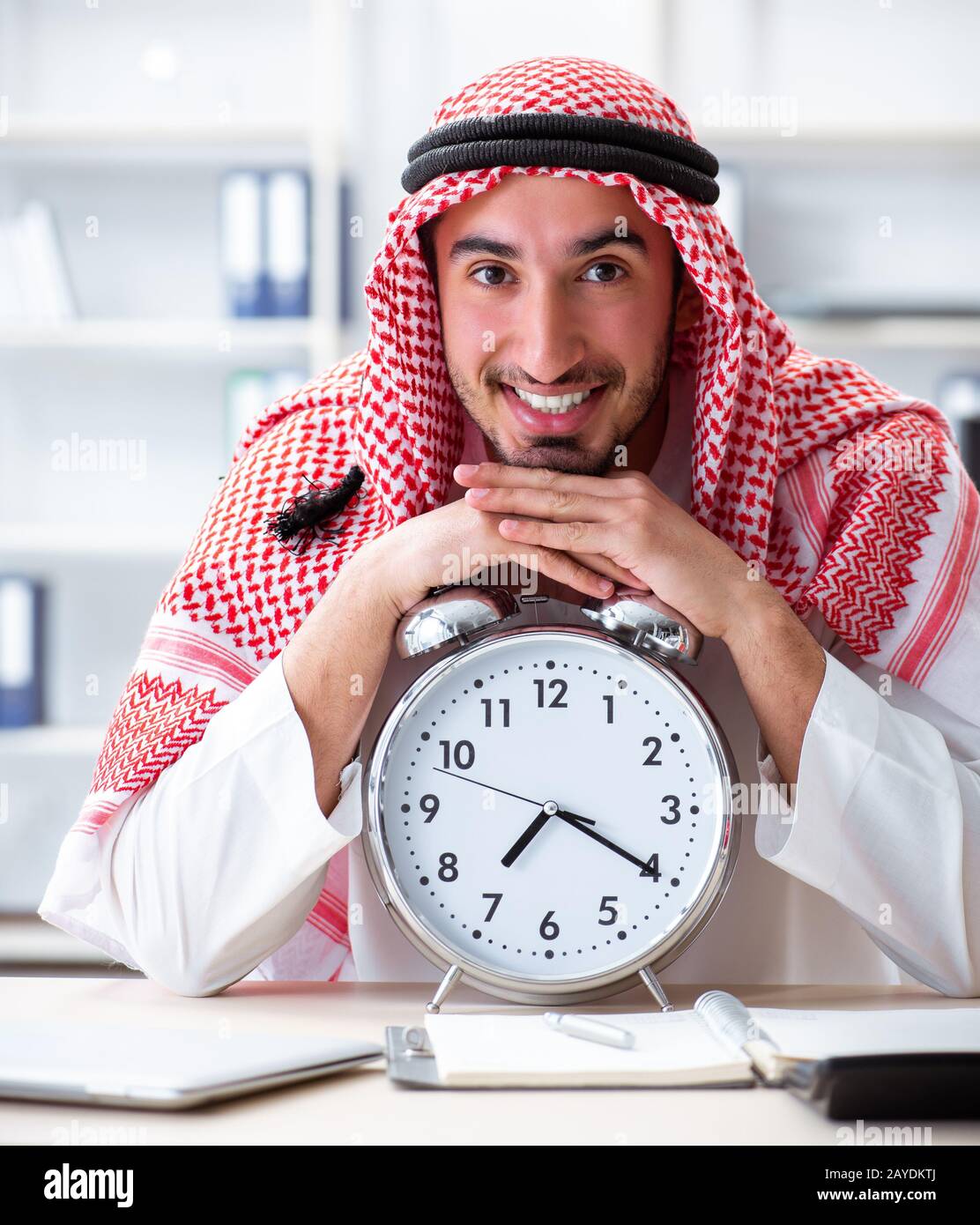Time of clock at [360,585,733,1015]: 7:19
